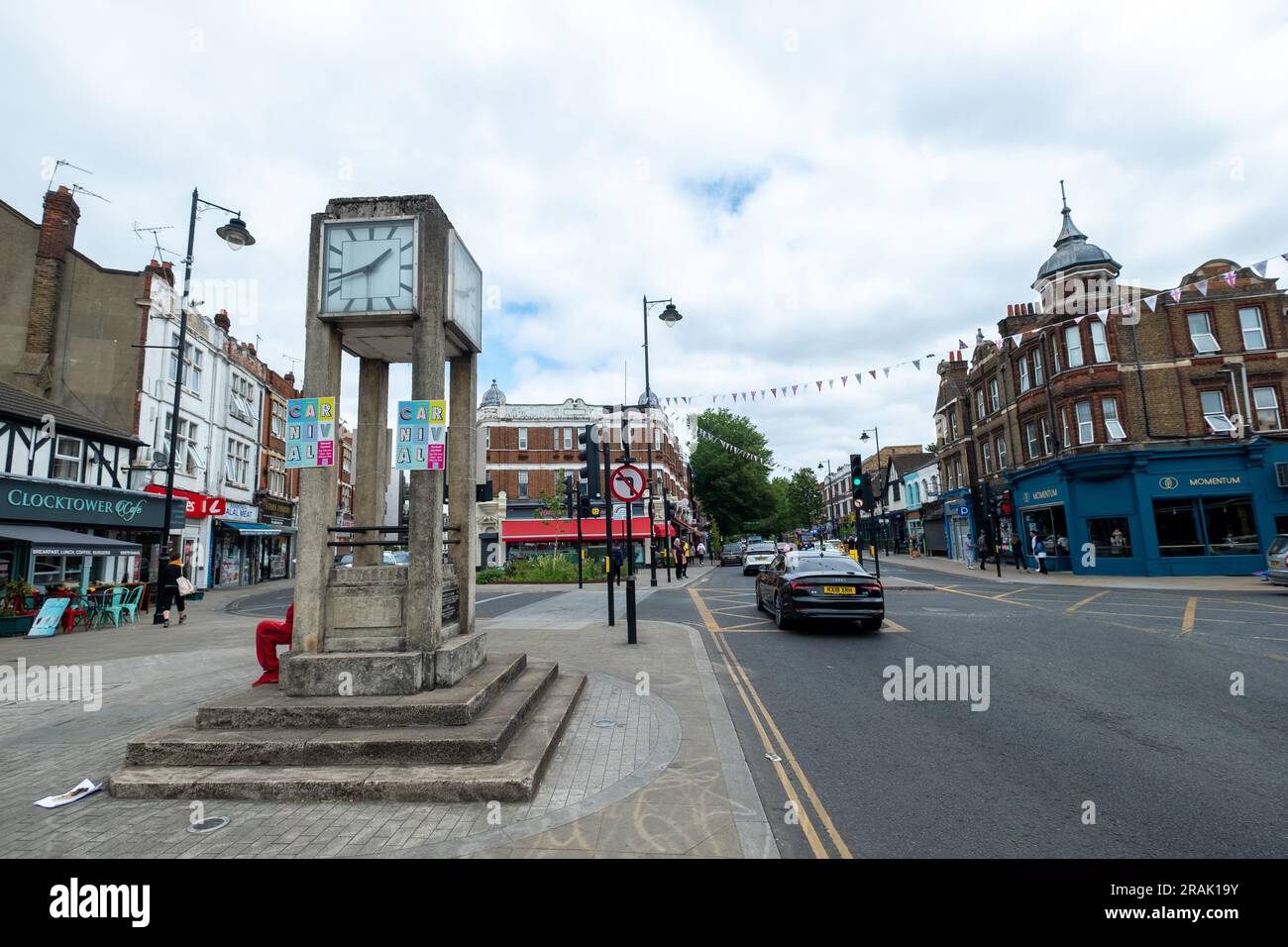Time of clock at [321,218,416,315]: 1:42
